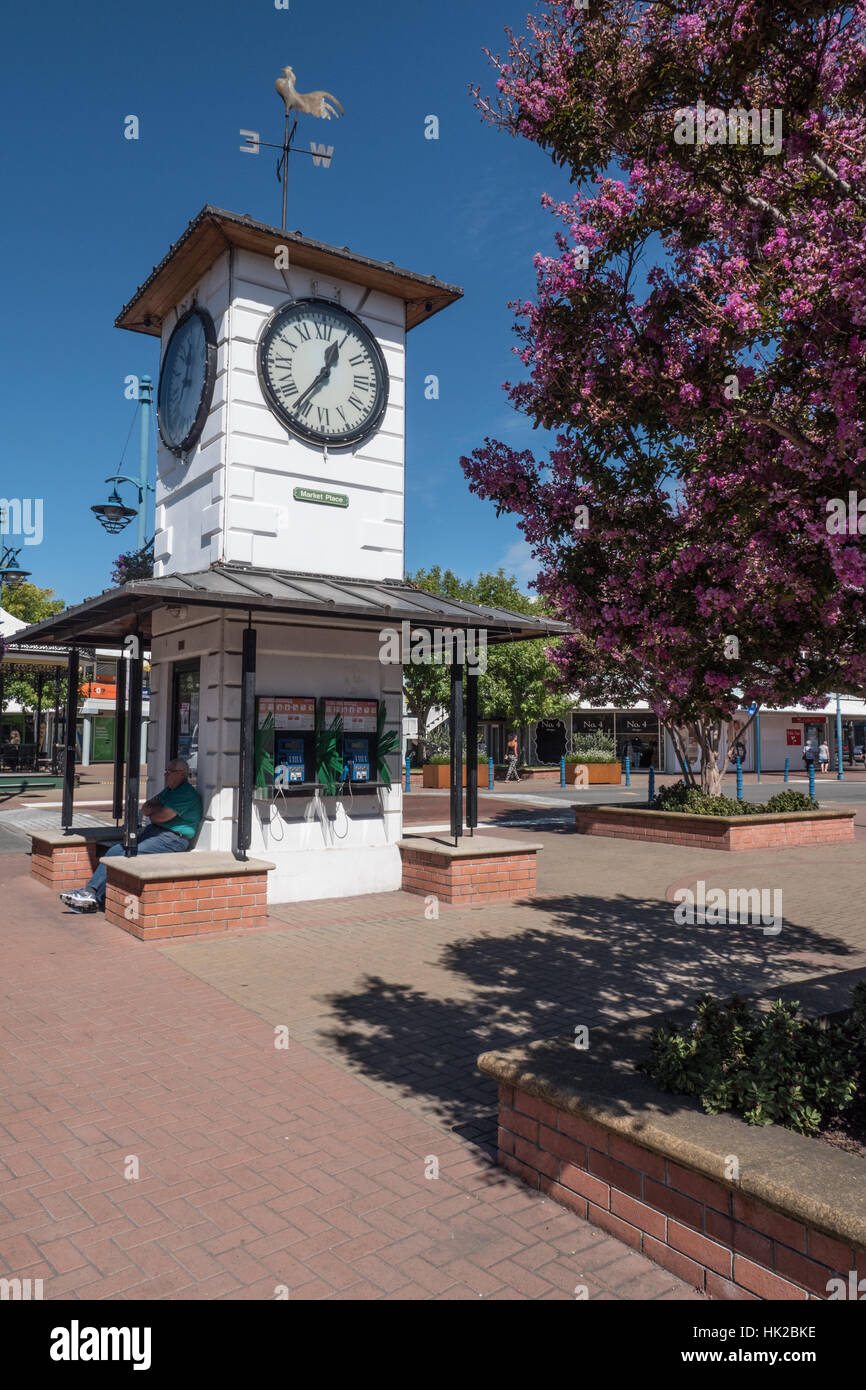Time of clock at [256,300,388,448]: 12:36
